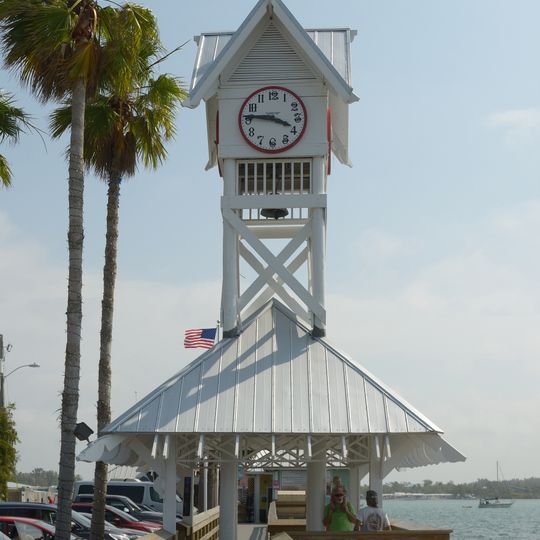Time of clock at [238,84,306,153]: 3:45
